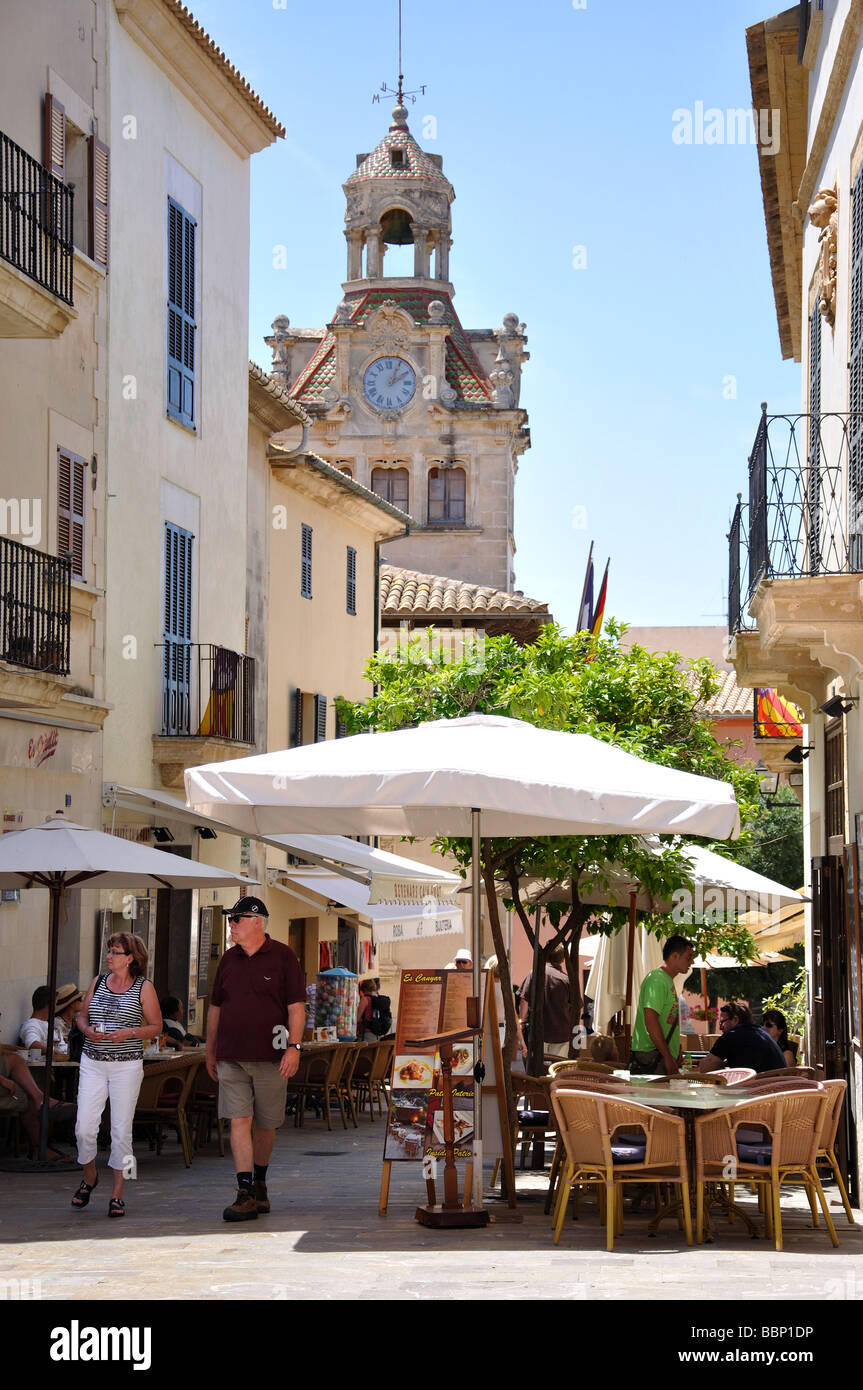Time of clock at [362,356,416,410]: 2:04
